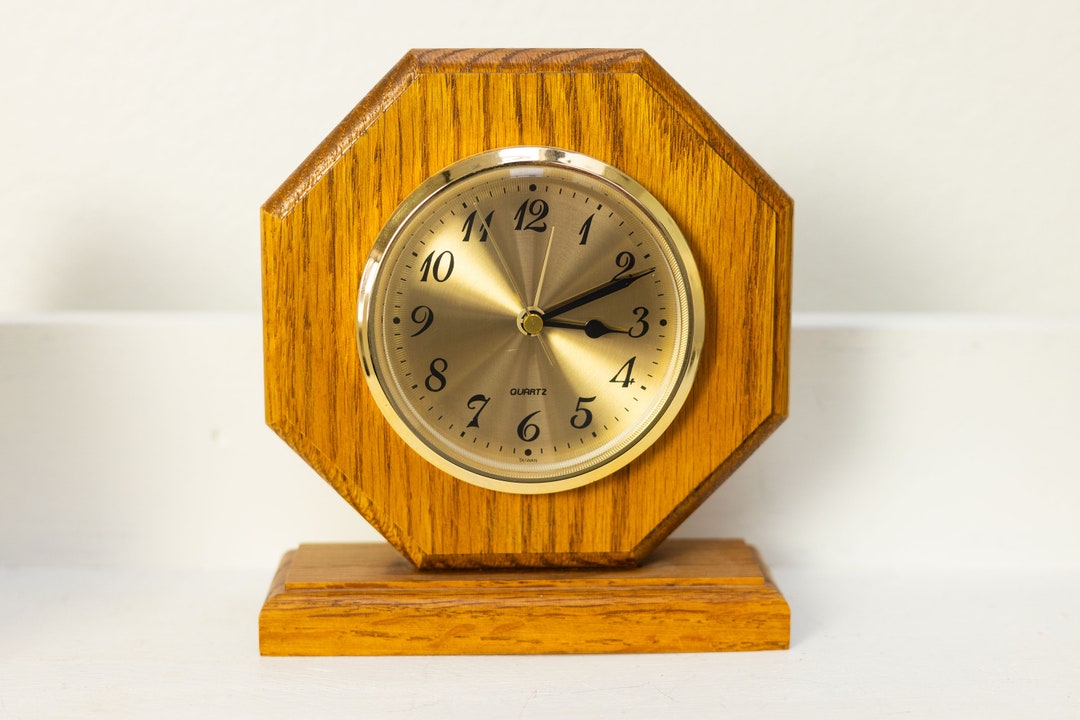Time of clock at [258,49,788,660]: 3:11
